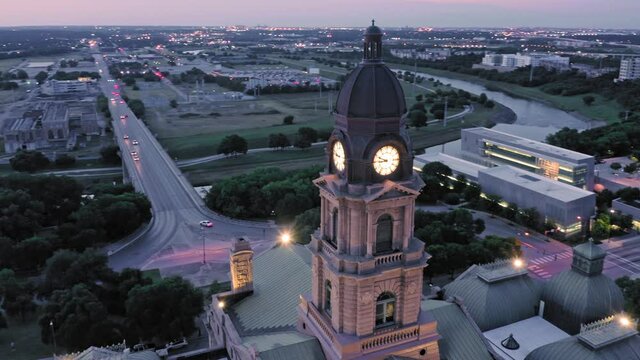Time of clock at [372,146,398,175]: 8:48
